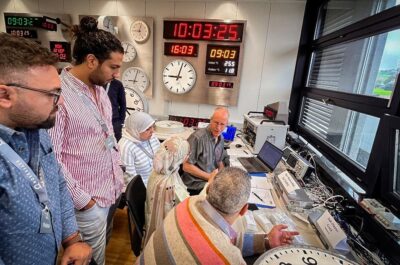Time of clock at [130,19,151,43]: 9:02
